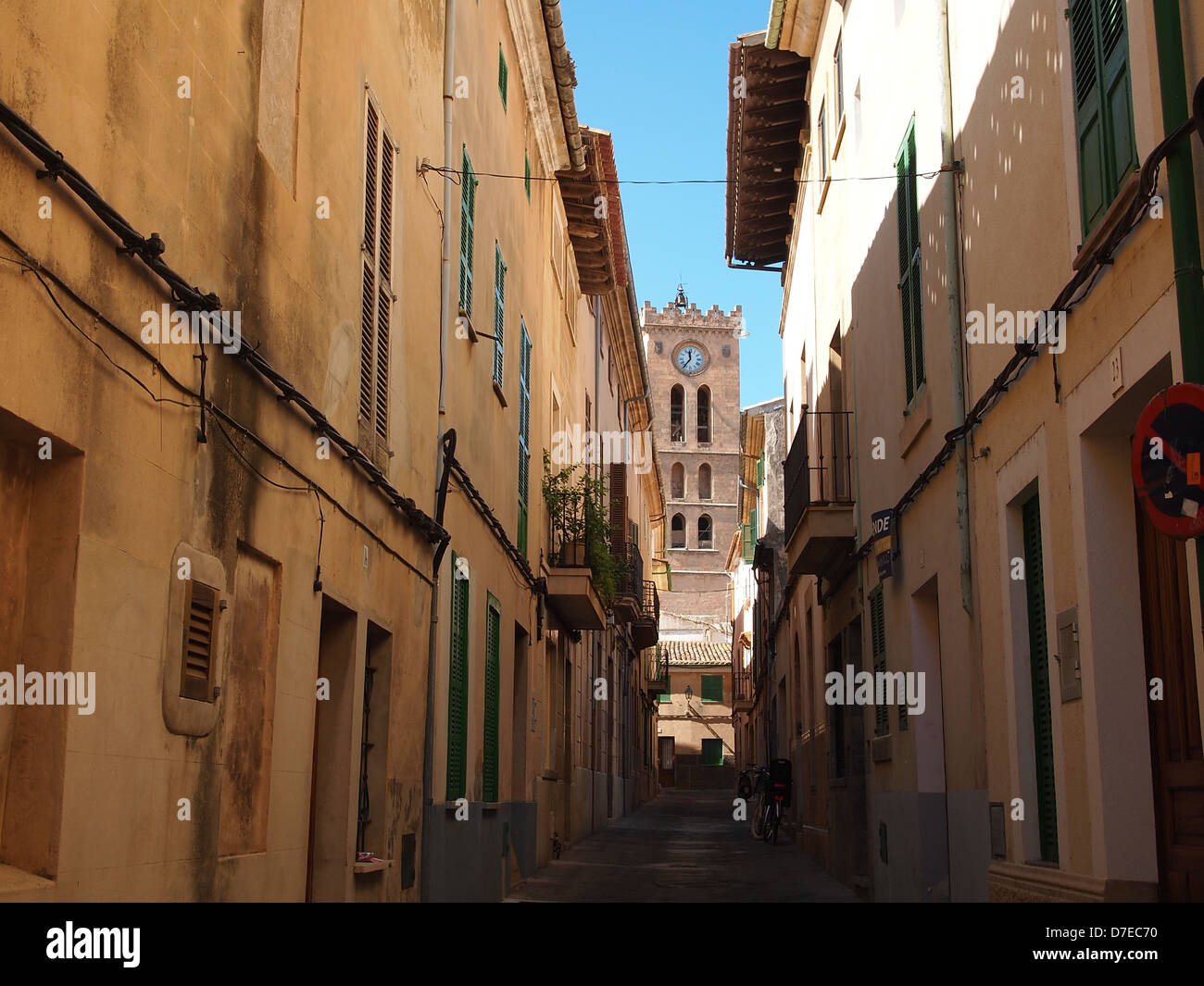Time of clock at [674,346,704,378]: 11:36
